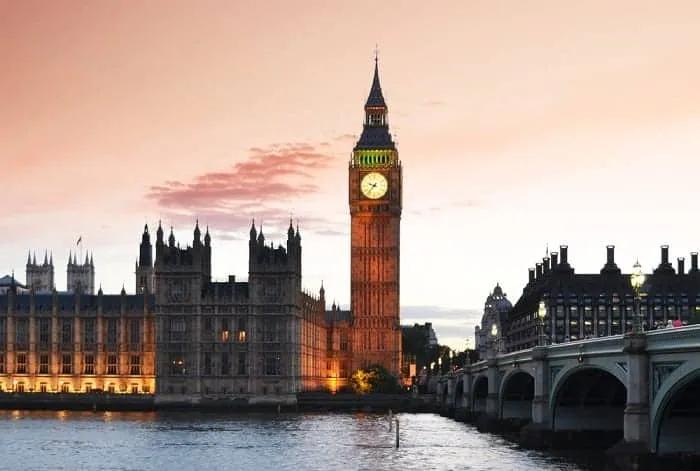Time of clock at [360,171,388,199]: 9:37
